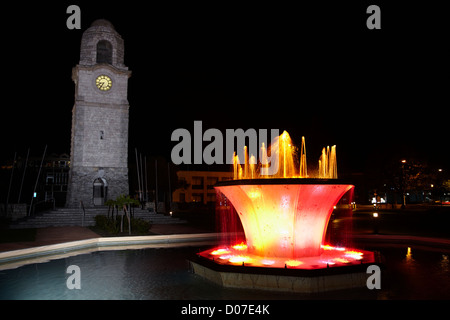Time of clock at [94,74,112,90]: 8:35
